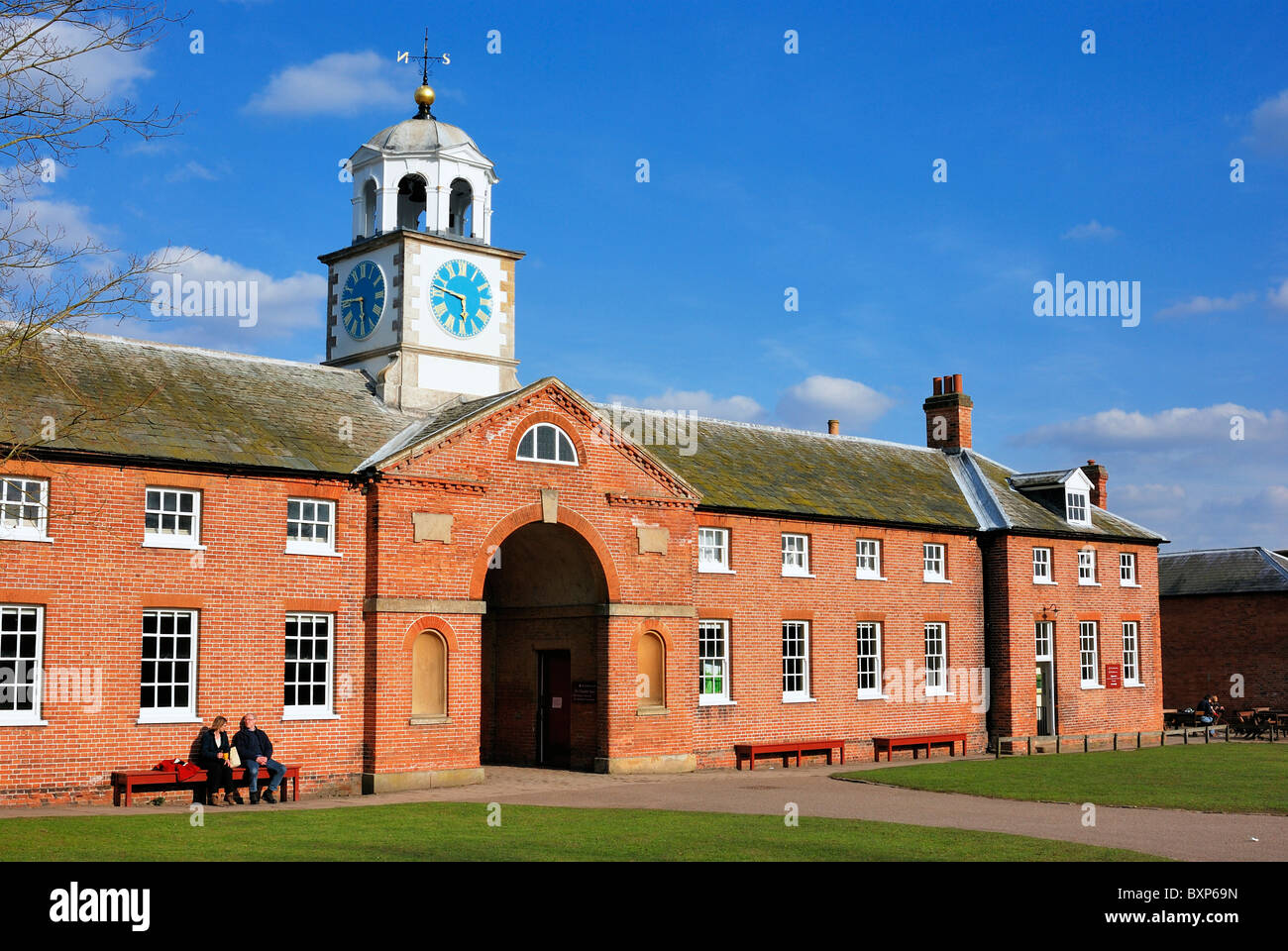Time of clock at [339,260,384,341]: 5:45
